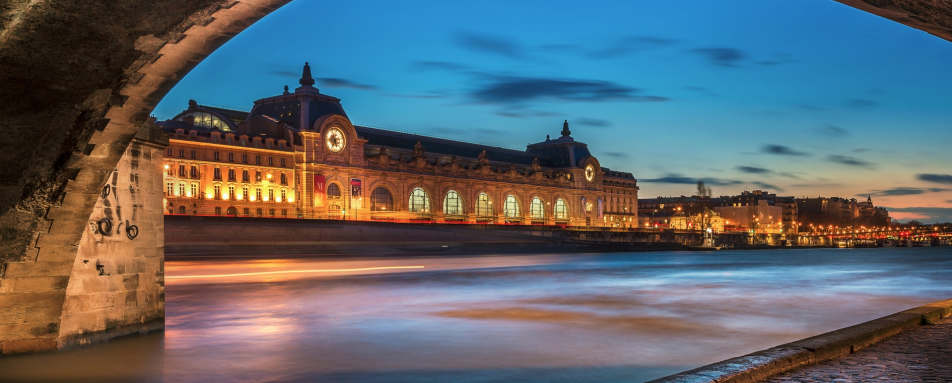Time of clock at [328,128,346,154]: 5:35
